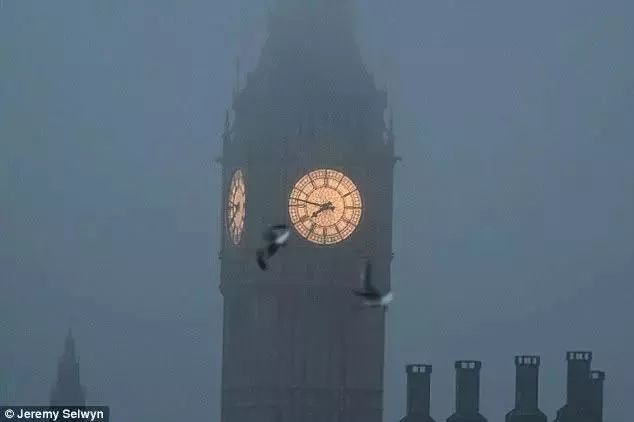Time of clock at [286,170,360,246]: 7:46
